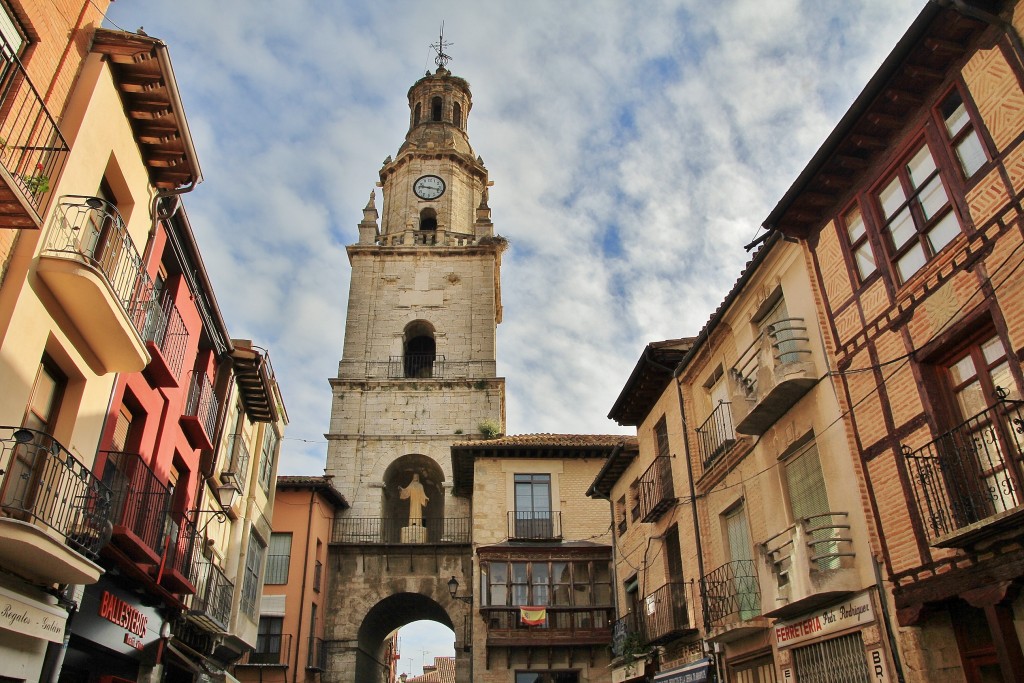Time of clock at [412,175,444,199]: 9:17
